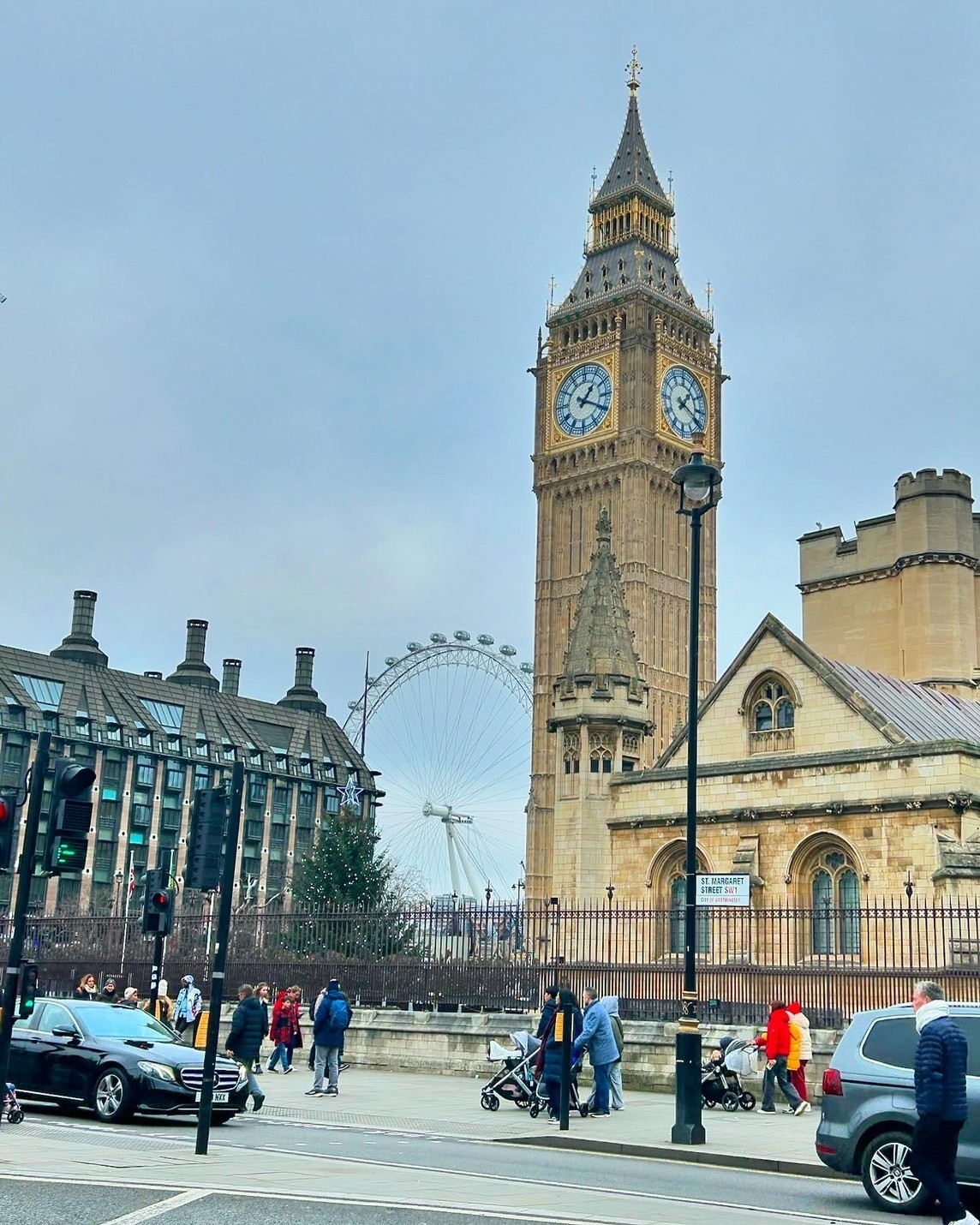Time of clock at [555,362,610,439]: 1:19
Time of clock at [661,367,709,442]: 1:18
